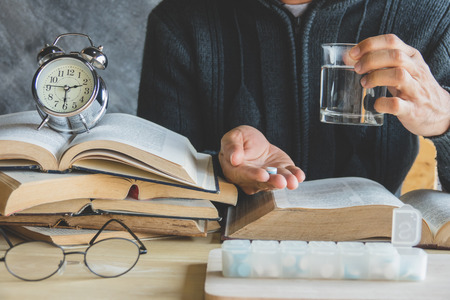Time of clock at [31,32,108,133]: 9:12
